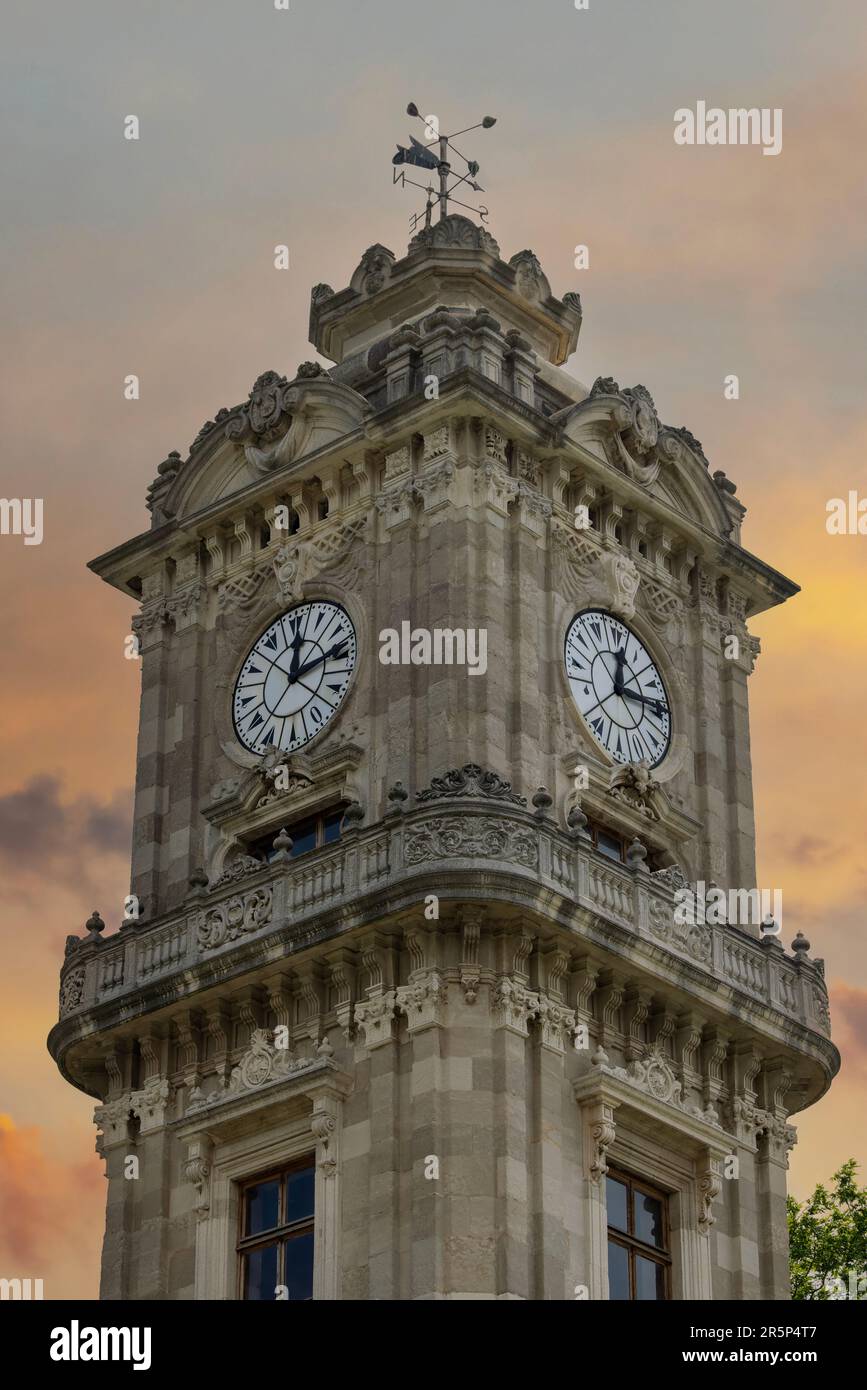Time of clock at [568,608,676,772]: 12:14
